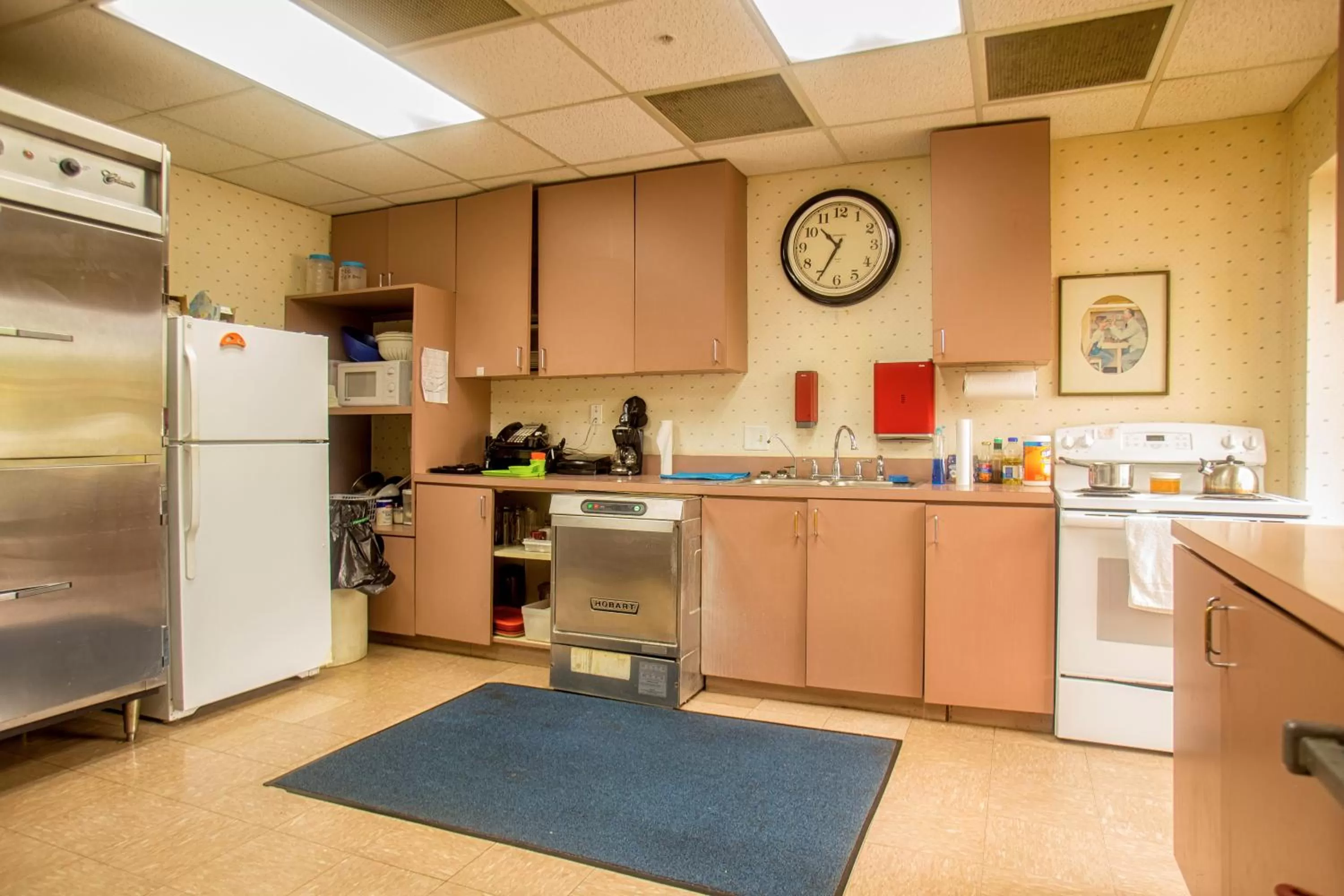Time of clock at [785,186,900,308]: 10:34
